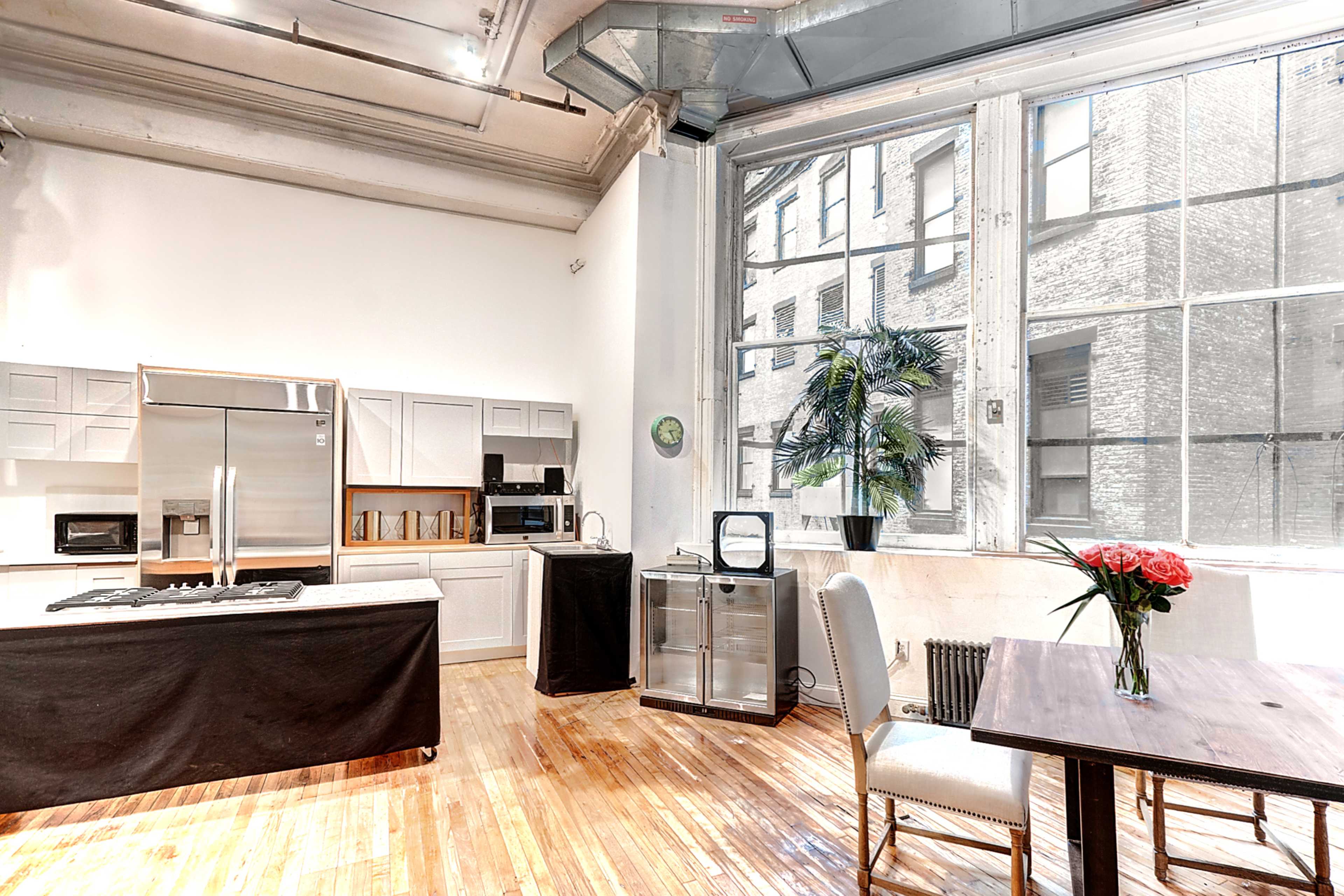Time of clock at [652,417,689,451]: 2:24
